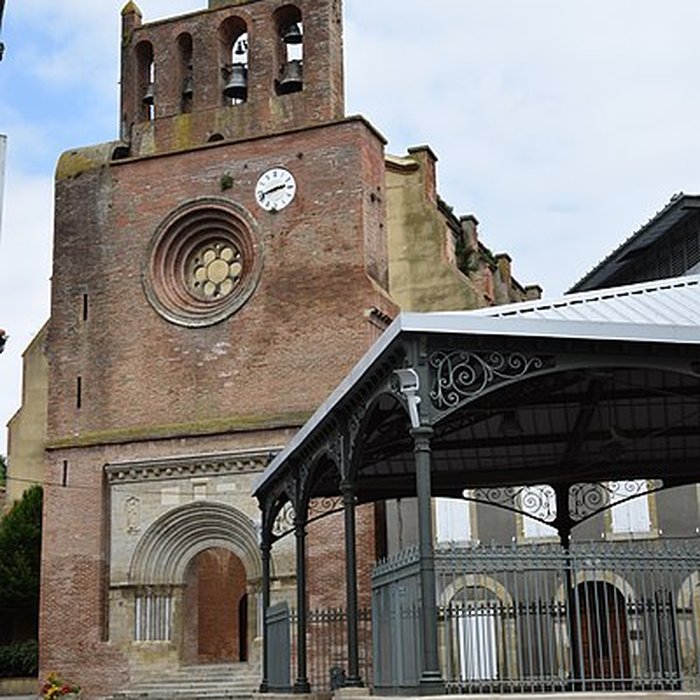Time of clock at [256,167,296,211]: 2:42
